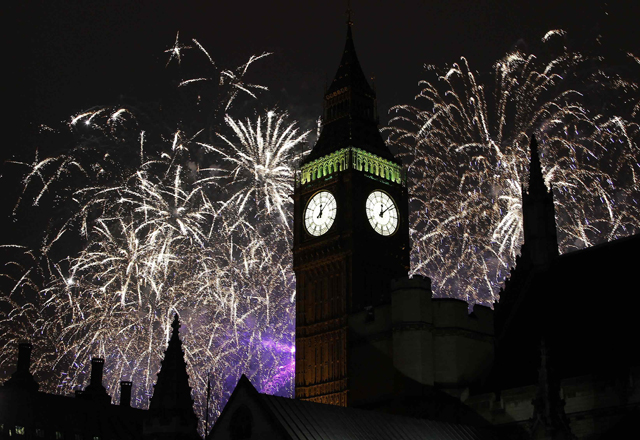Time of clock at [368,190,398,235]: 12:08
